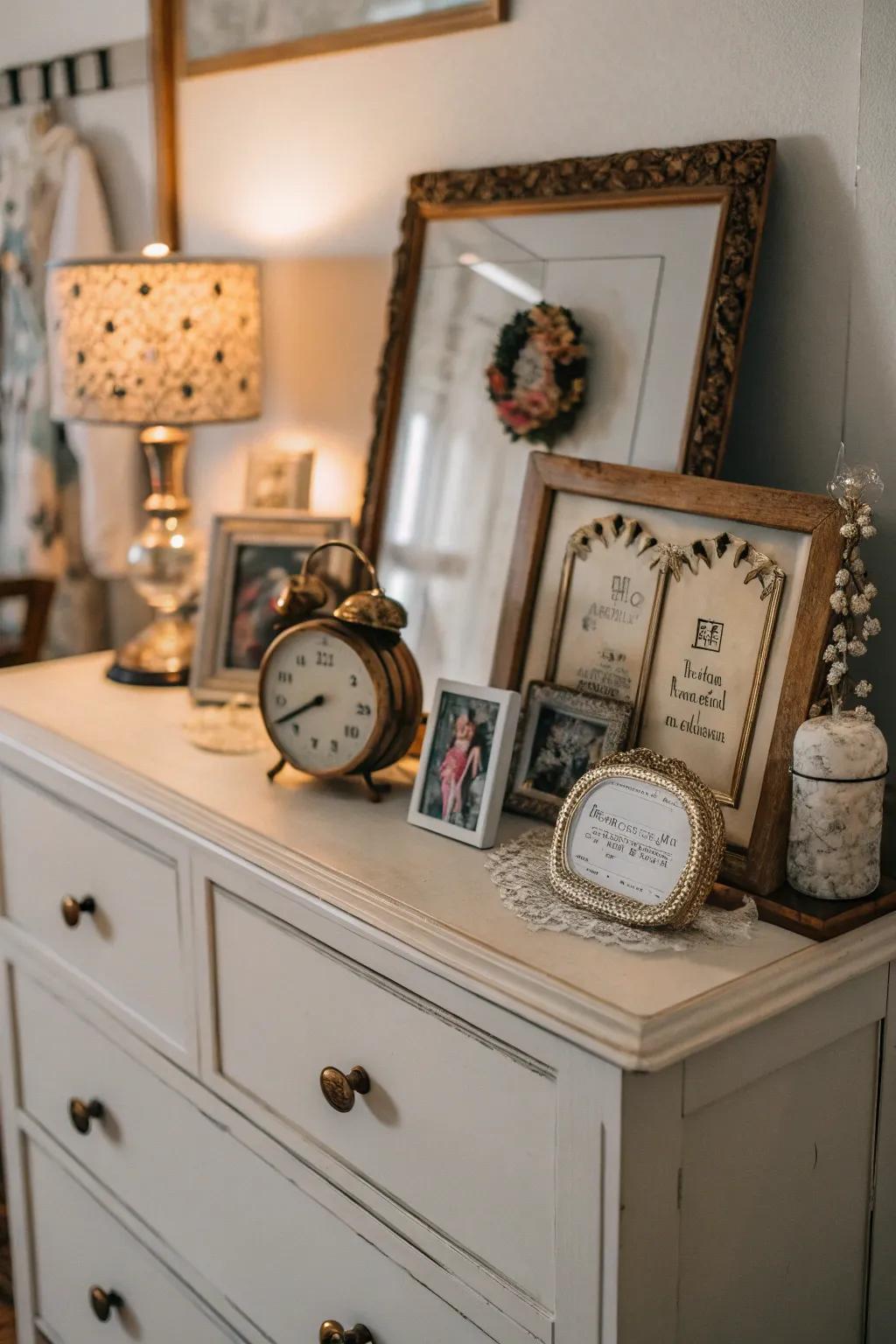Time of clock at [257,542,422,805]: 7:40
